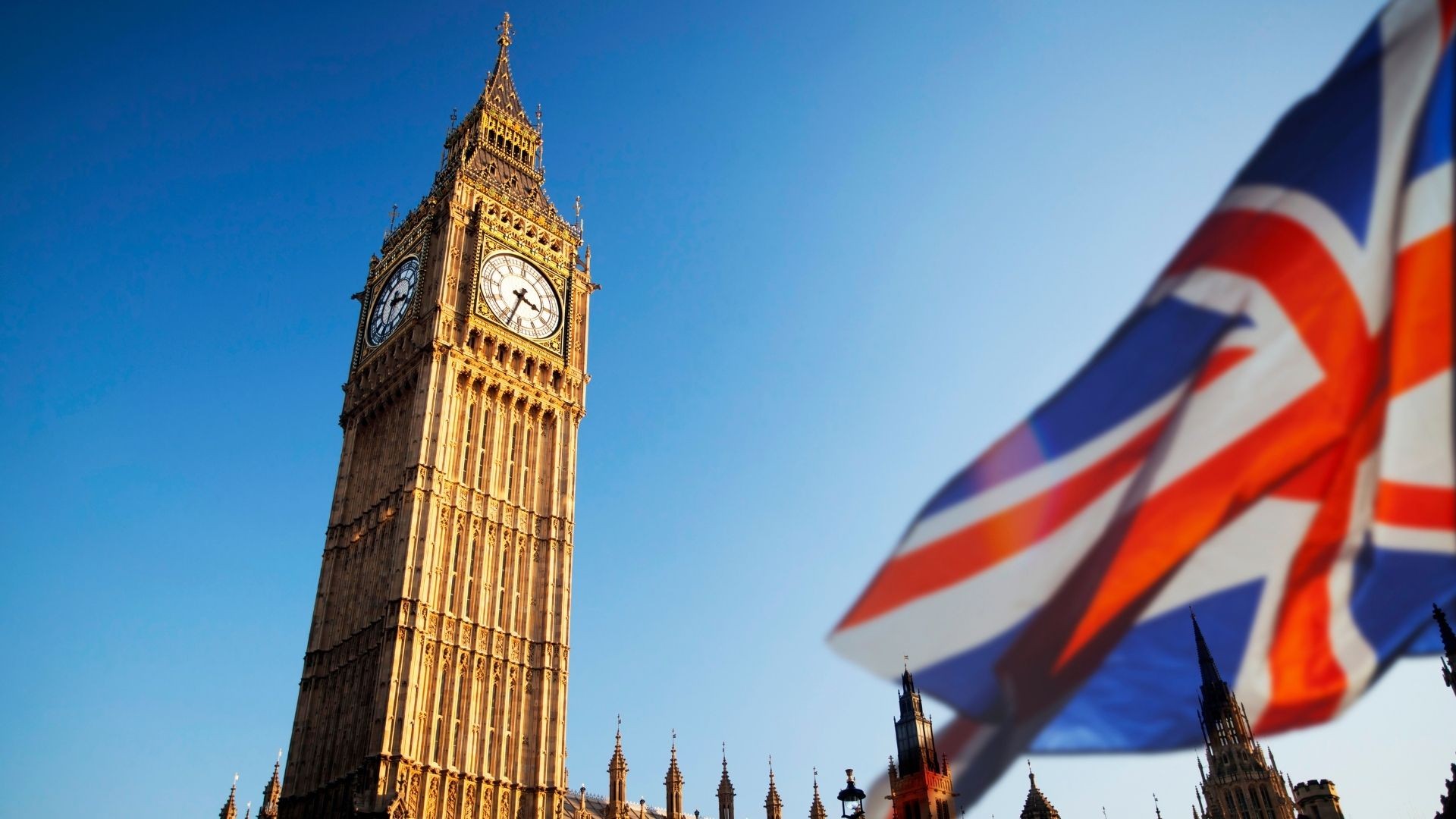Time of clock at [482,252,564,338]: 3:33
